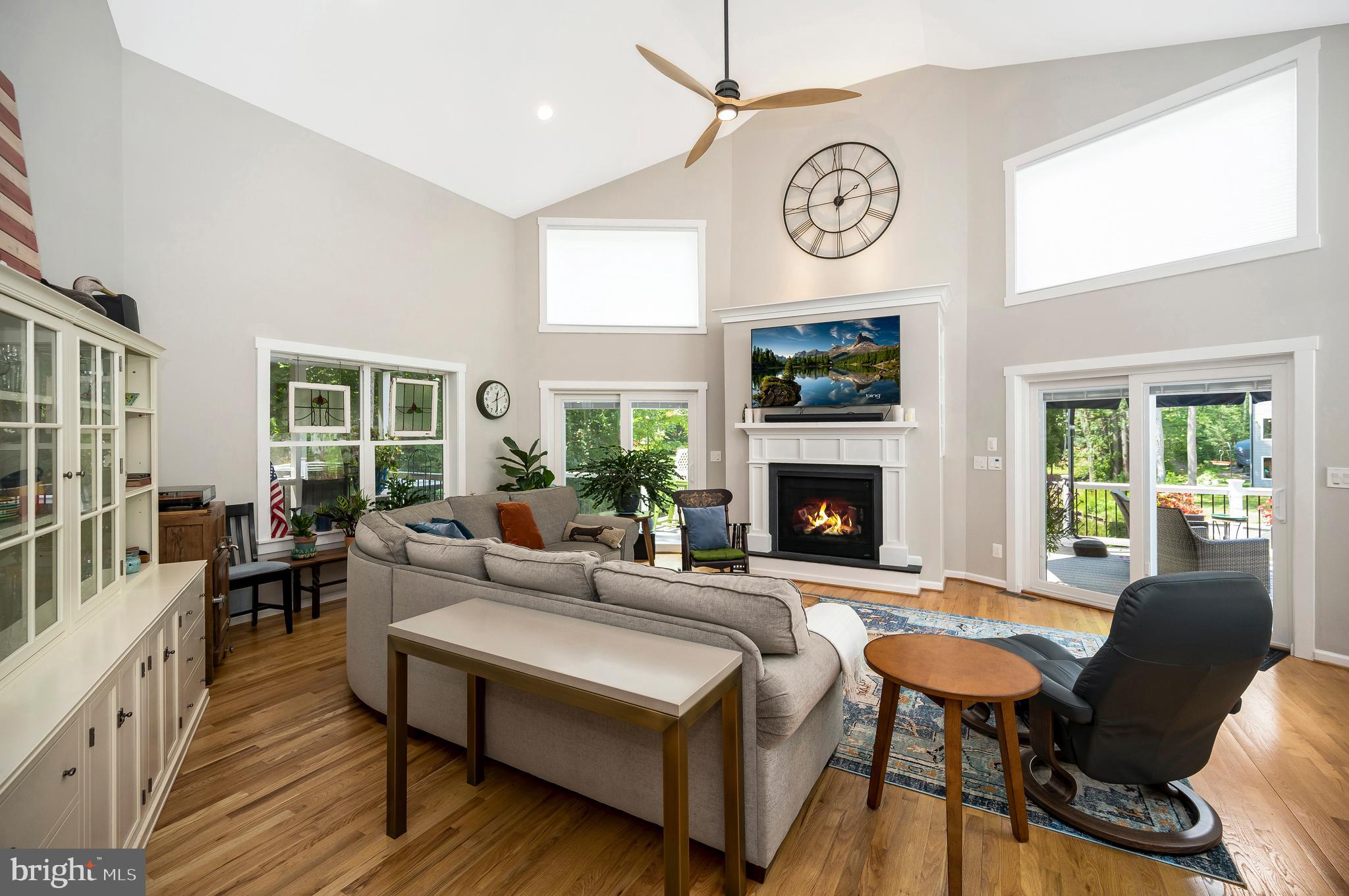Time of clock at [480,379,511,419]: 12:29
